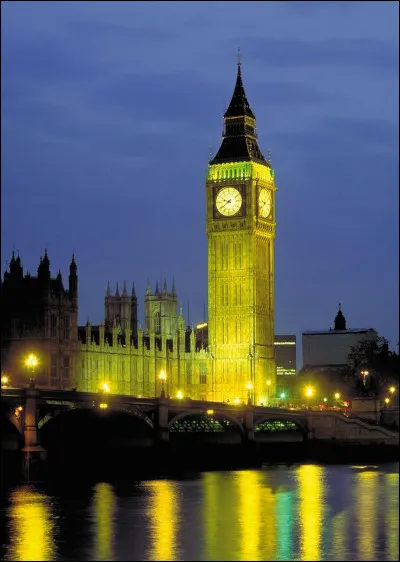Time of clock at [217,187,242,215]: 9:39
